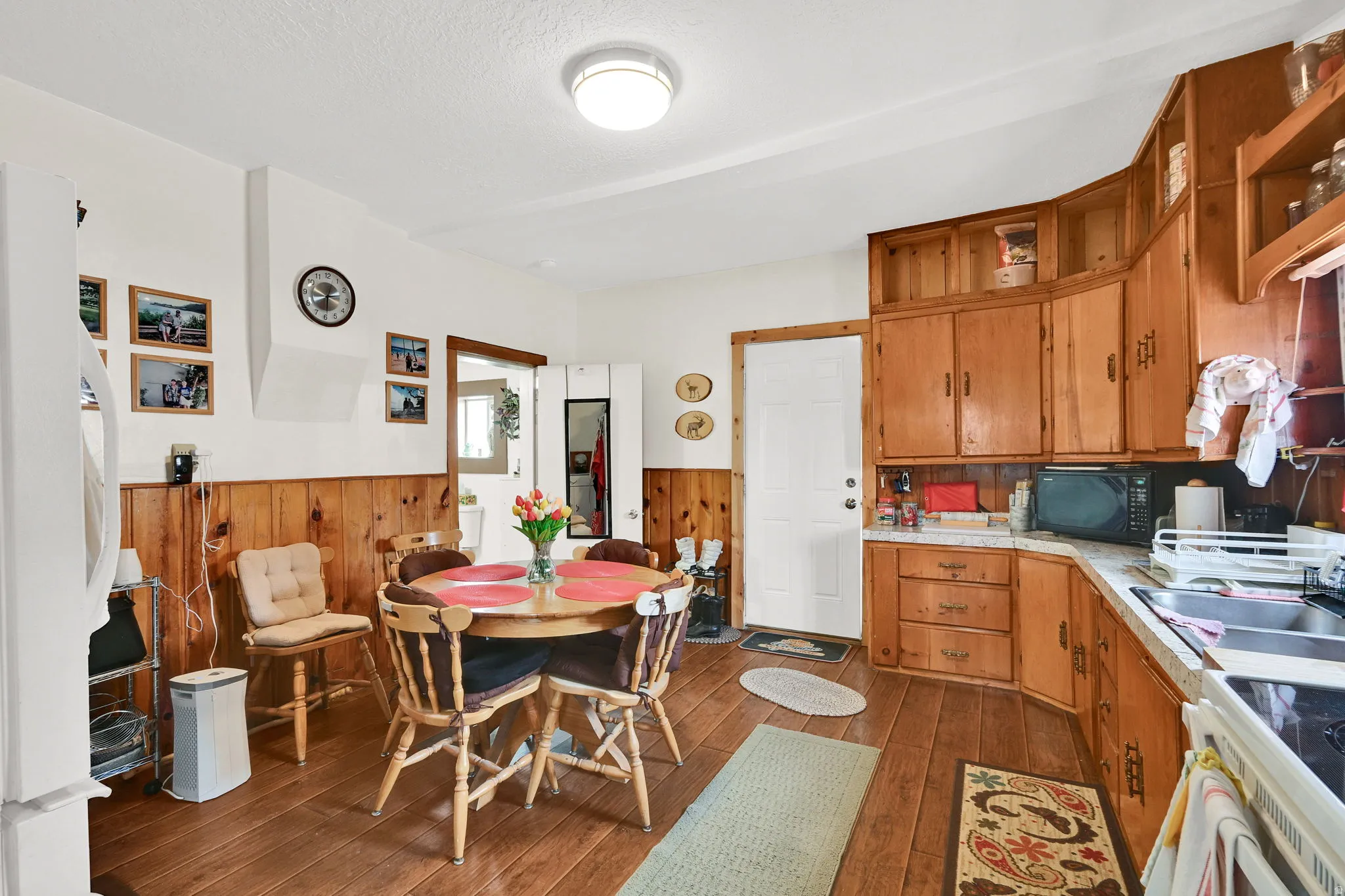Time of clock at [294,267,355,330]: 2:29
